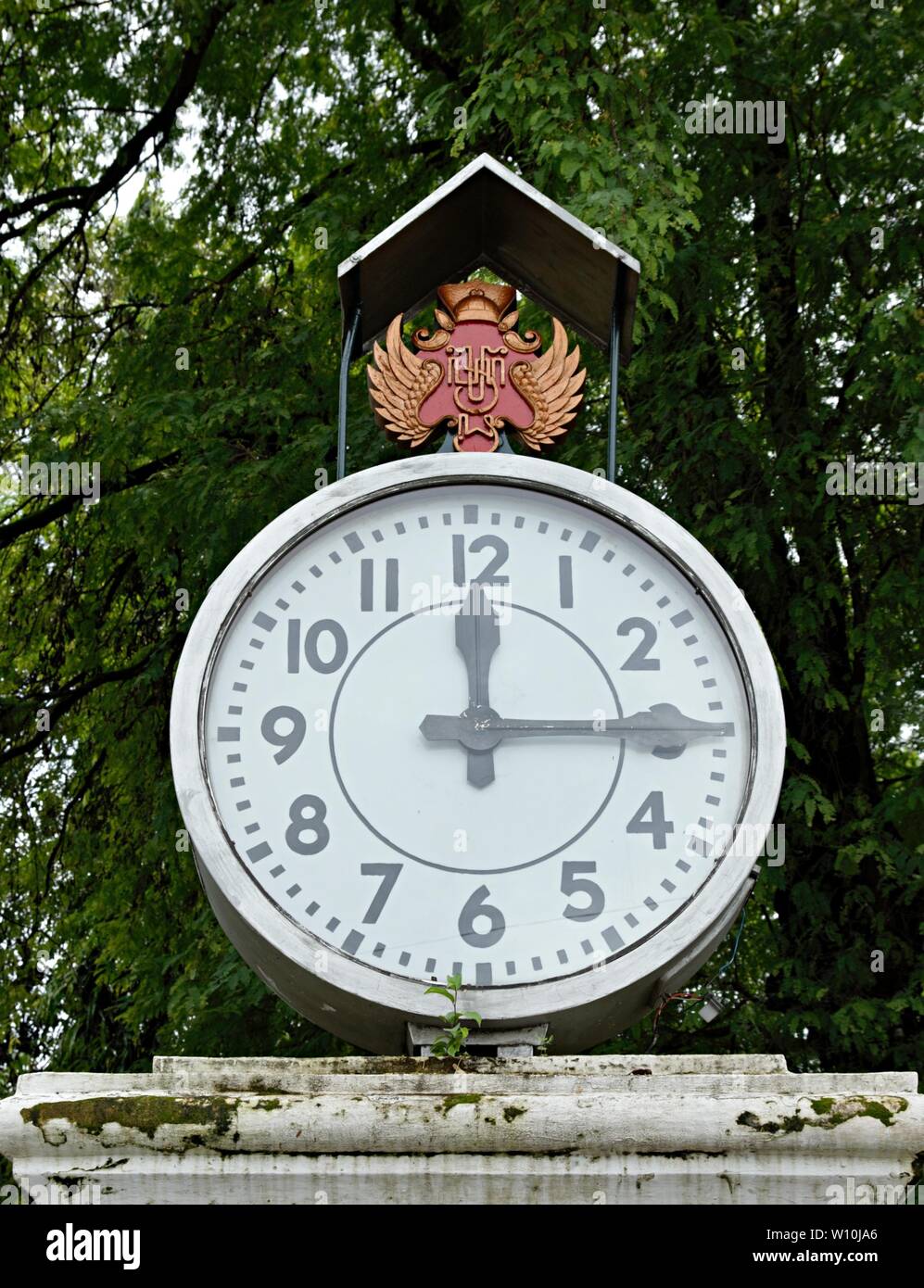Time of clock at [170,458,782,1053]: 12:14
